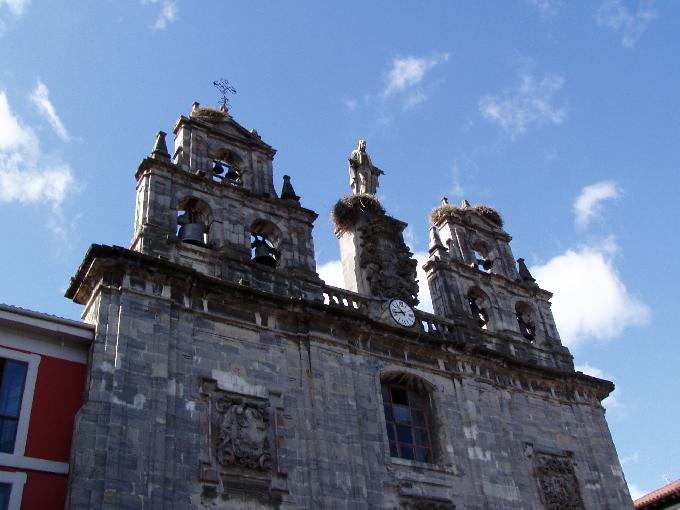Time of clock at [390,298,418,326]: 10:42
